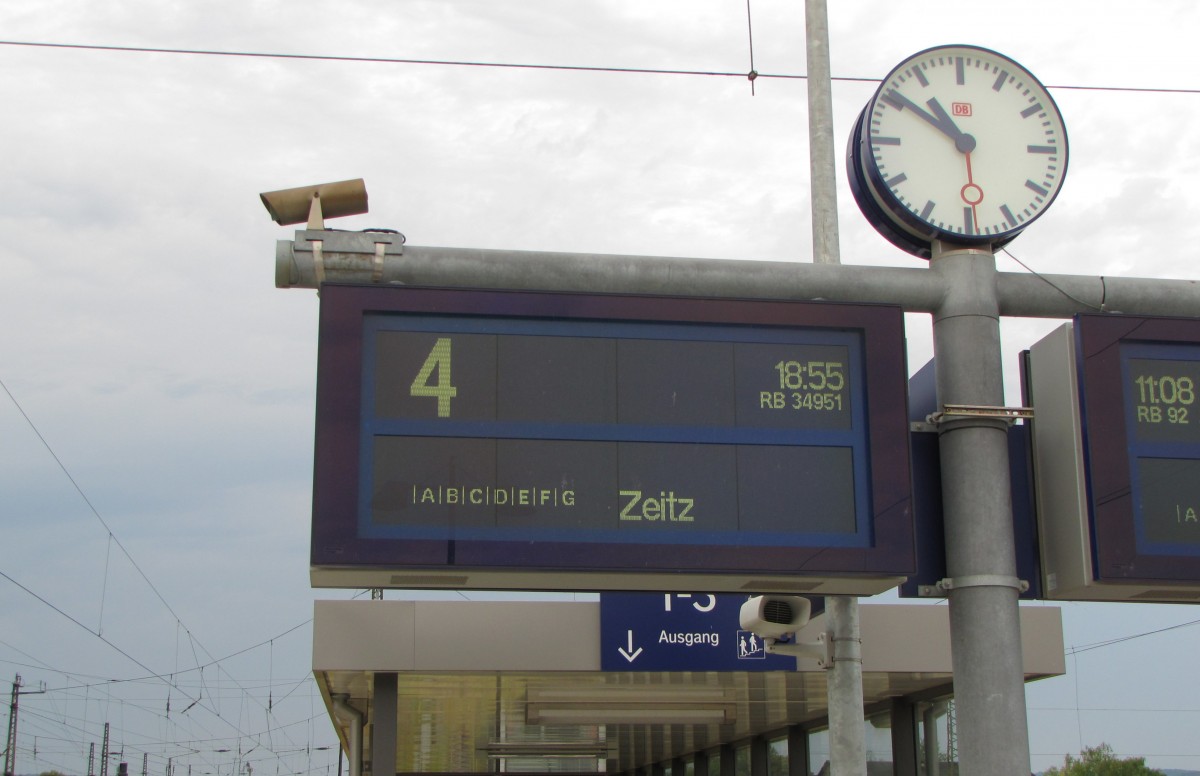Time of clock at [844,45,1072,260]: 10:50
